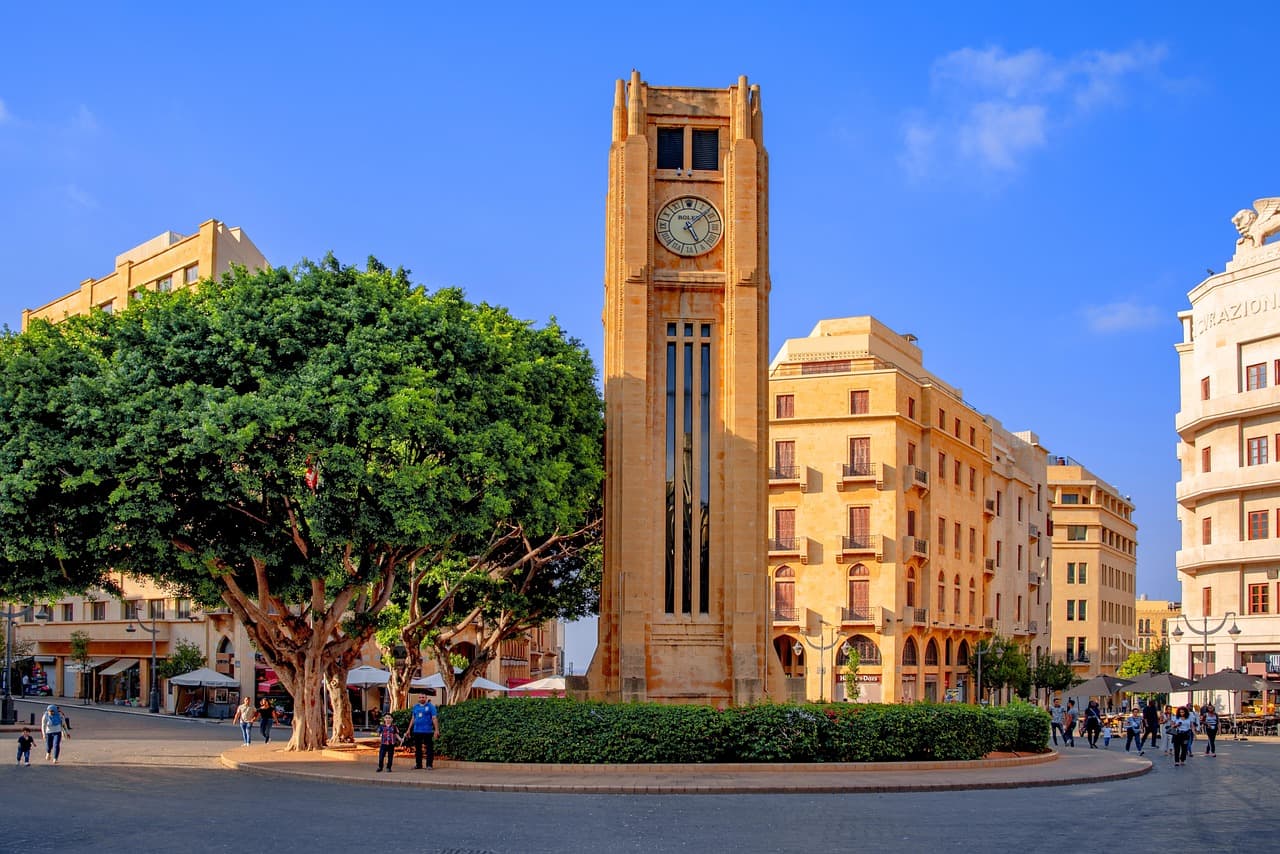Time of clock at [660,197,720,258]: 5:08
